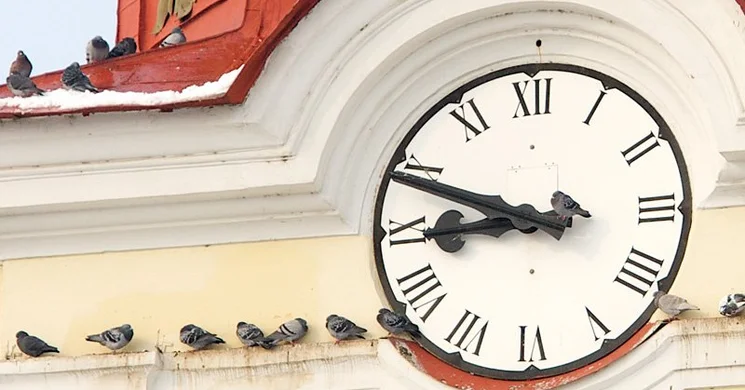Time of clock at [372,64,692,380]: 8:48
